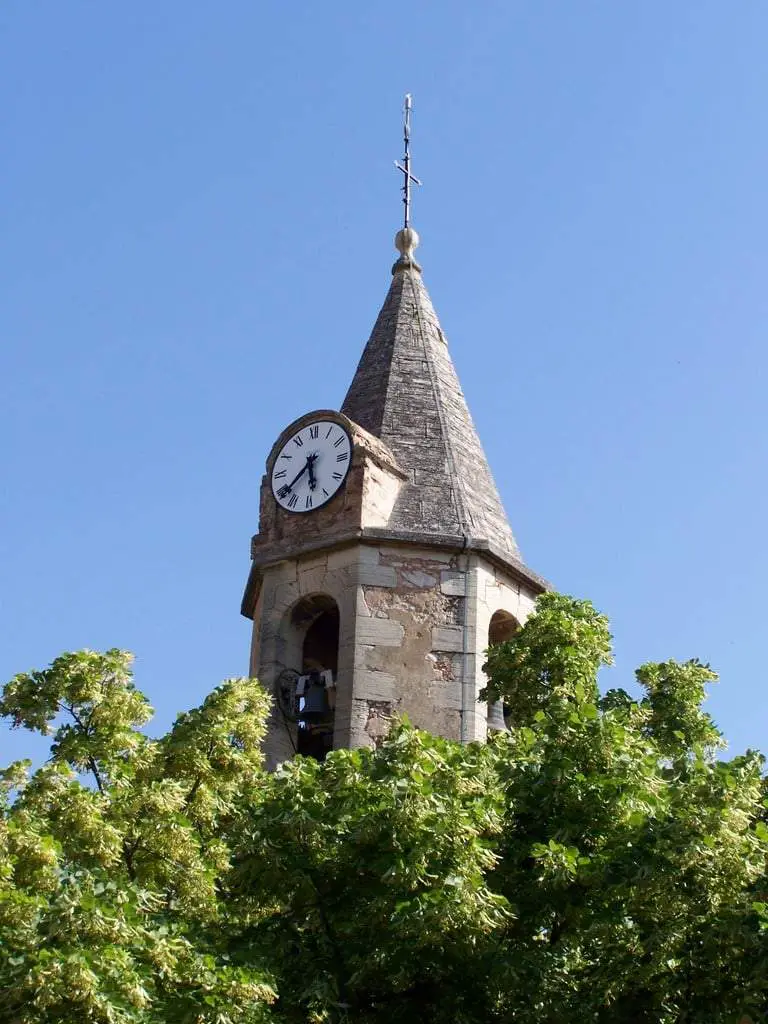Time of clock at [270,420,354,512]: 5:38
